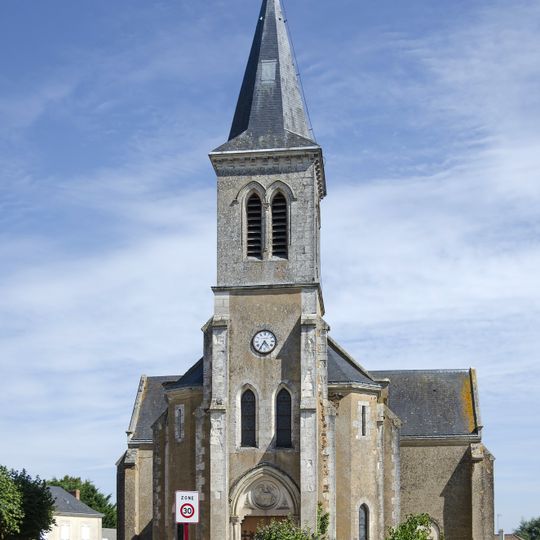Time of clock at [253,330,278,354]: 4:35
